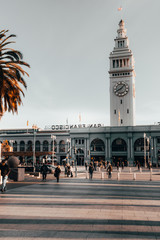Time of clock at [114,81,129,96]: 8:07
